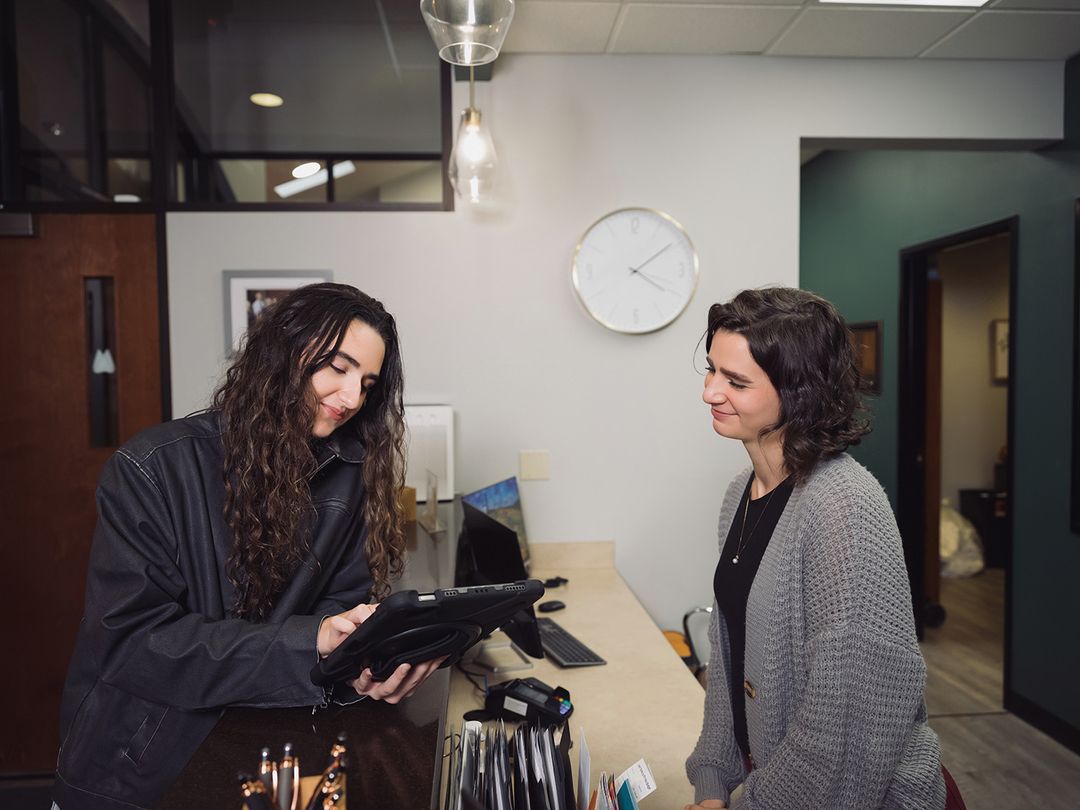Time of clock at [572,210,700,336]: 4:09
